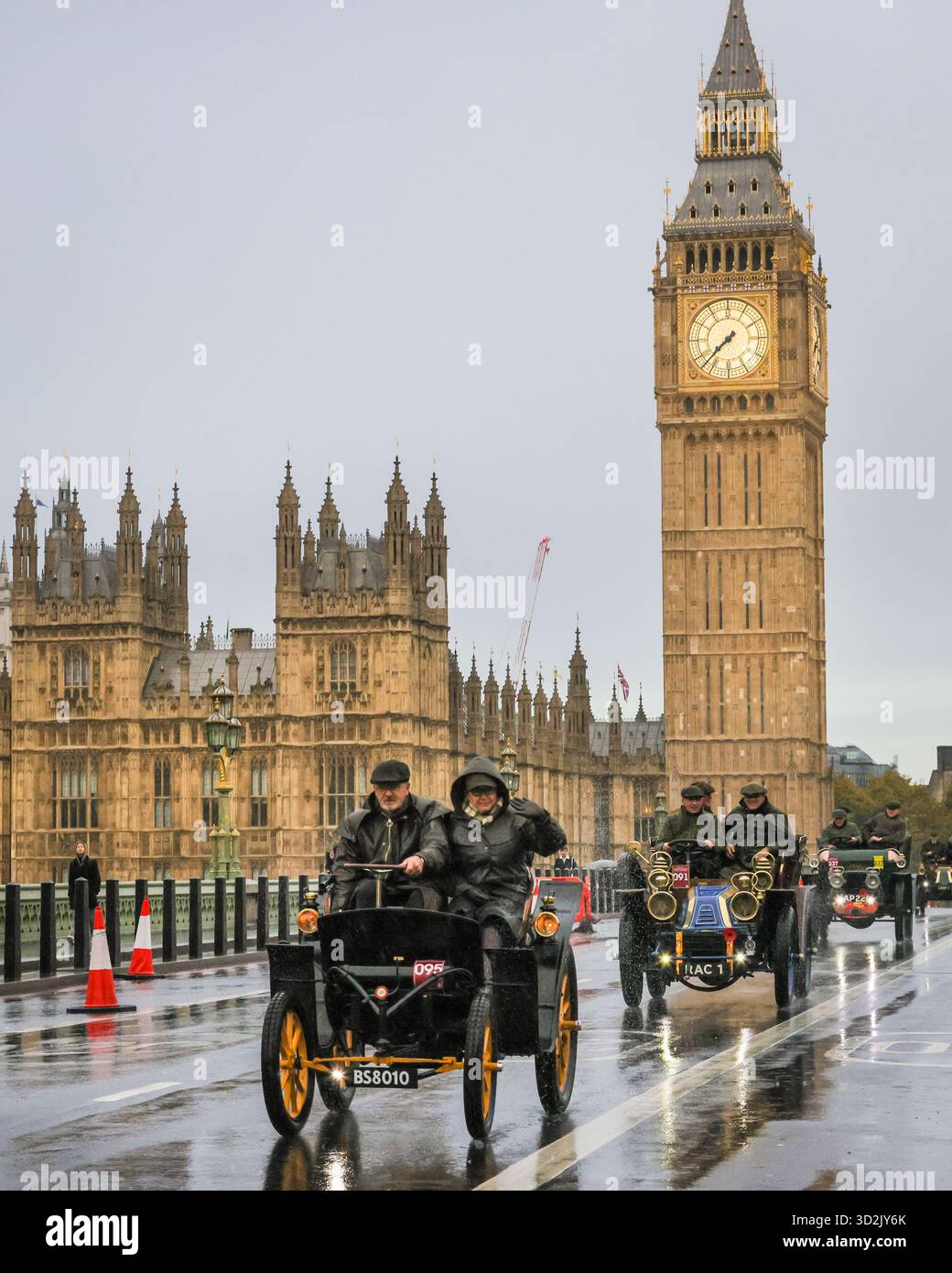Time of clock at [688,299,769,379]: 7:37
